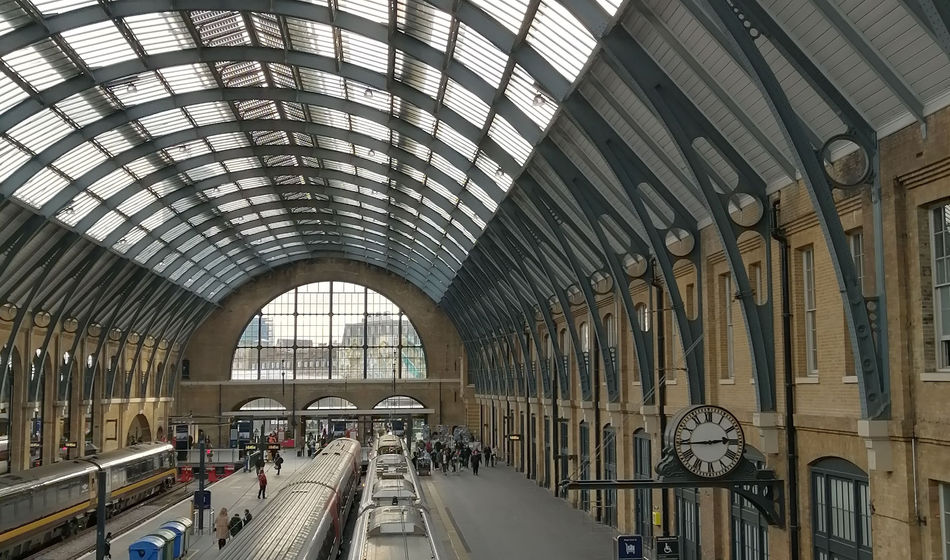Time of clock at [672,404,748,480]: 2:44
